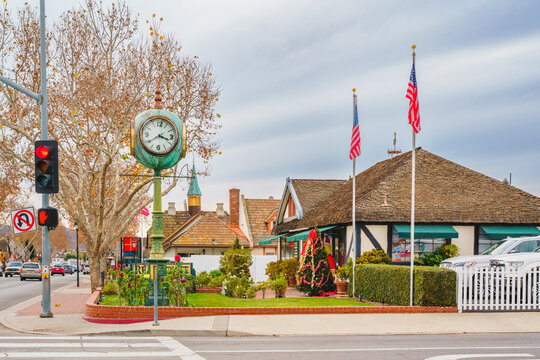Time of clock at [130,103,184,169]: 3:39
